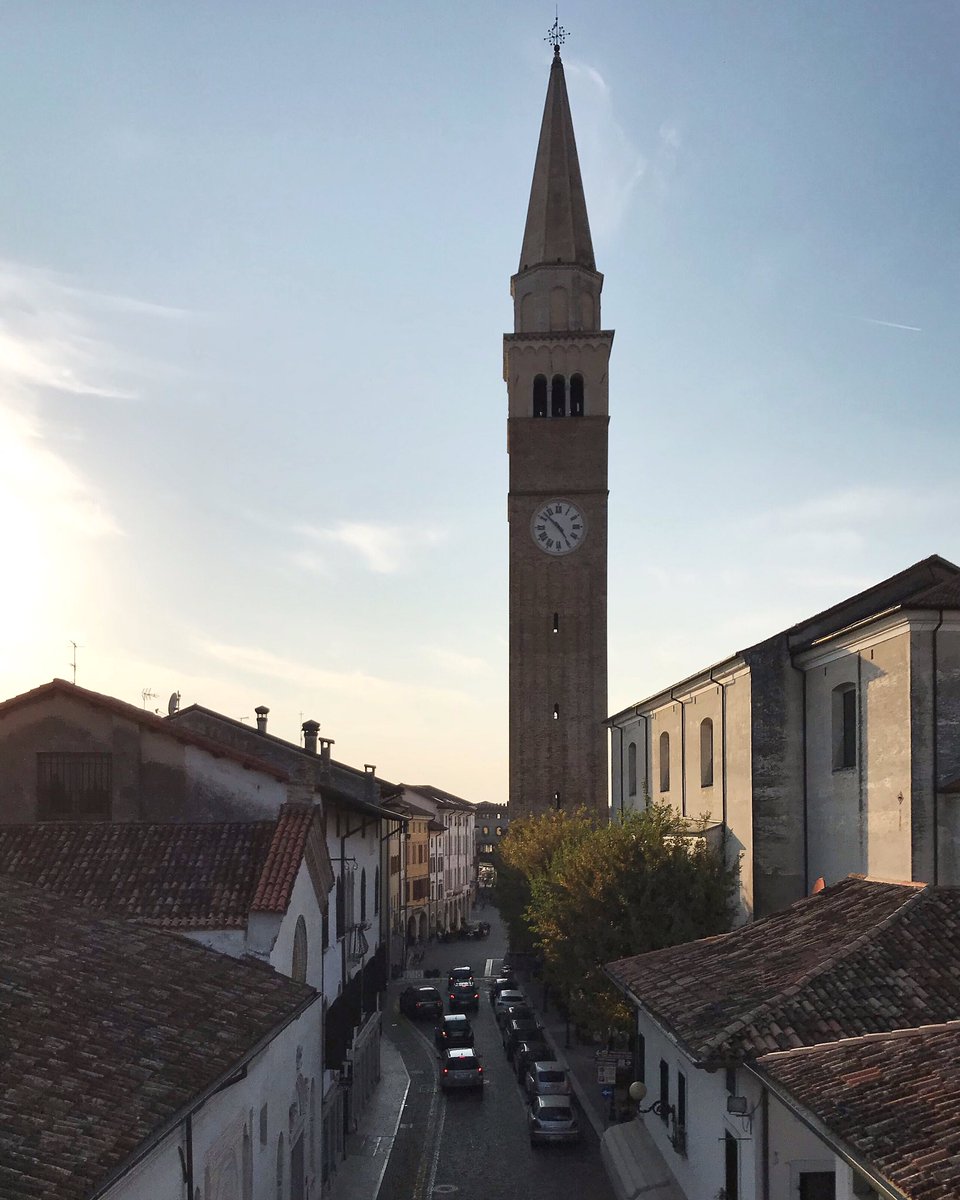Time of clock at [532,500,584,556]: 4:52
